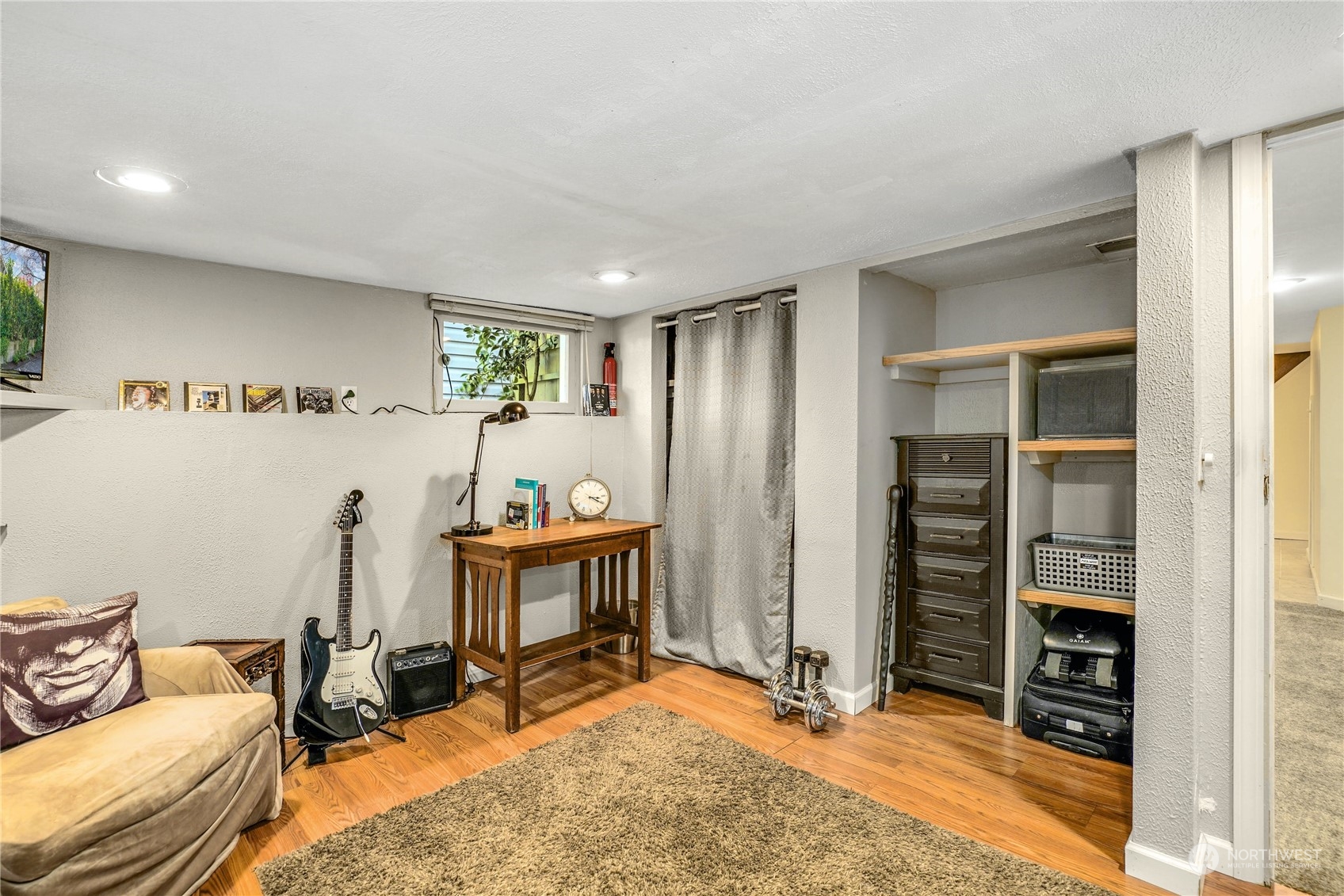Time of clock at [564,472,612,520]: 3:20
